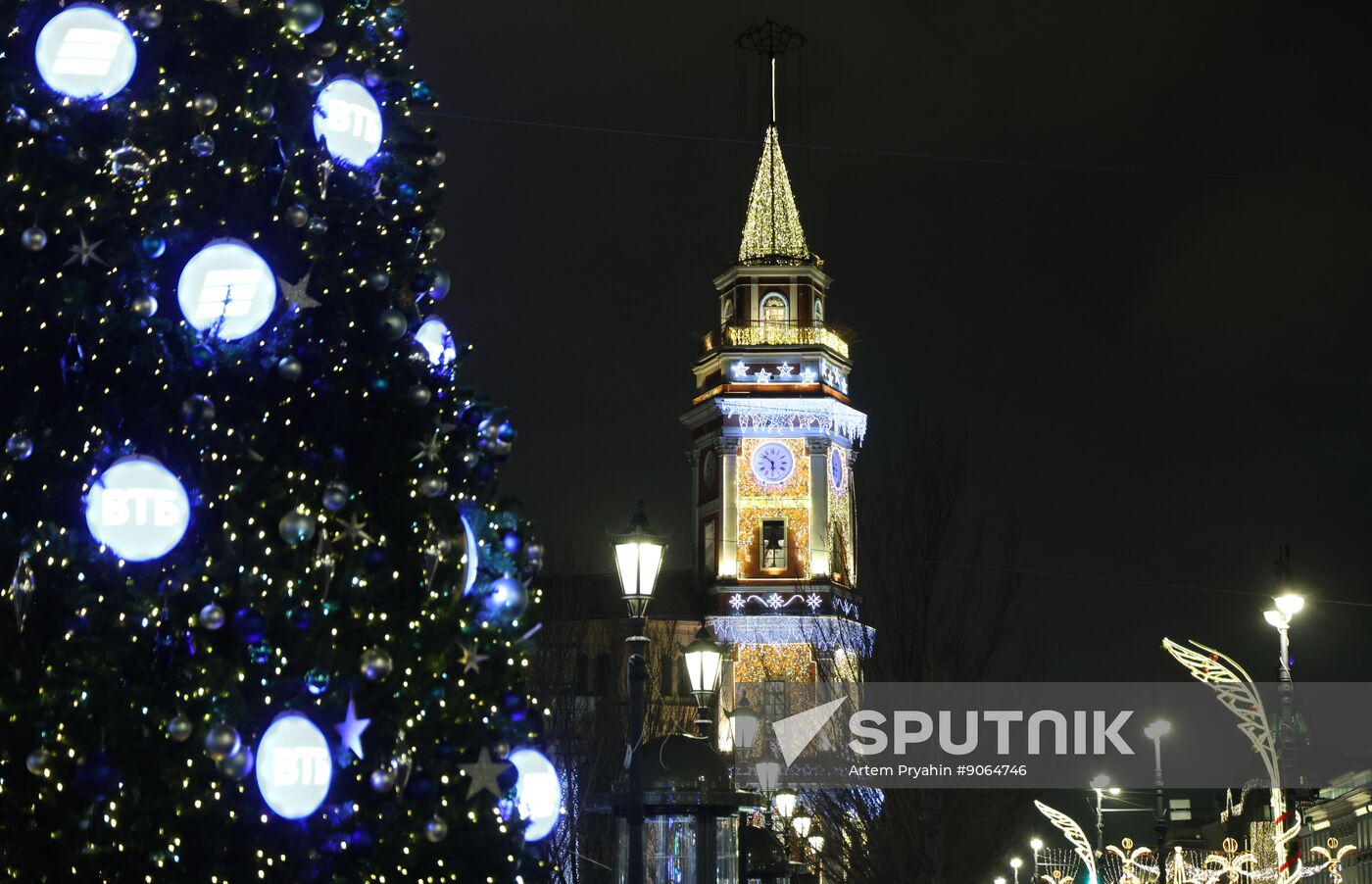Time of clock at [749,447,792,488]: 5:51
